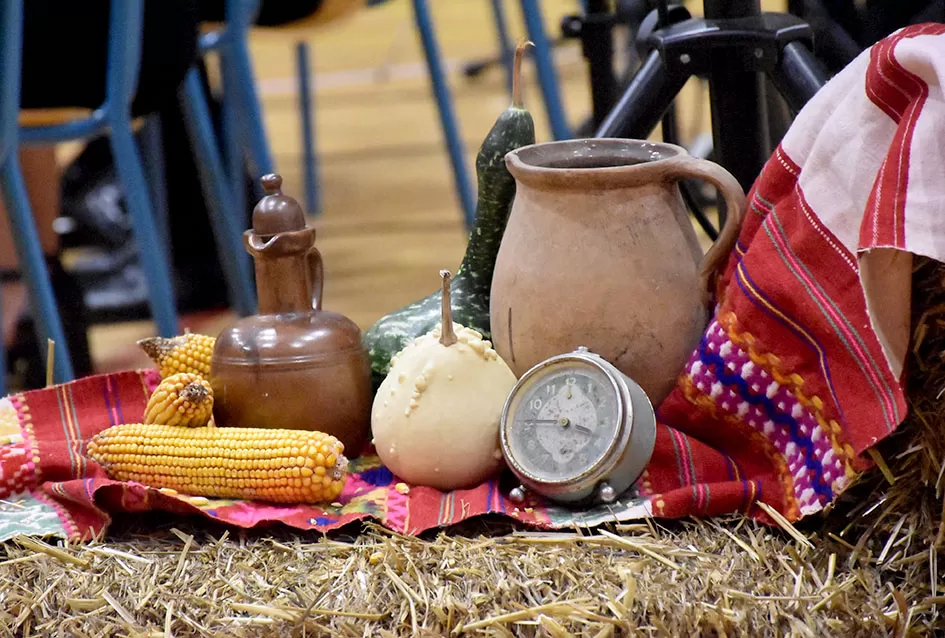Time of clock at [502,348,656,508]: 3:45
